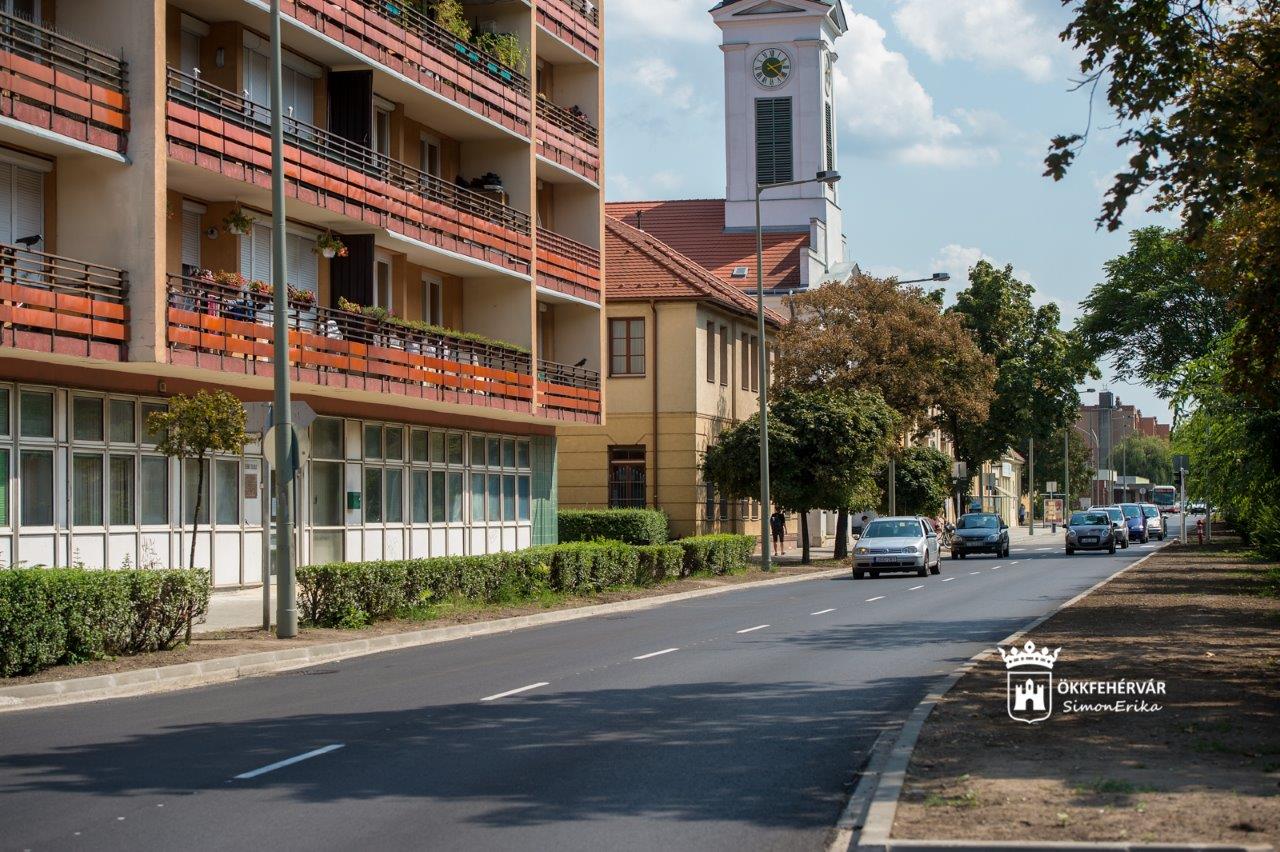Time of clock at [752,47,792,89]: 2:21
